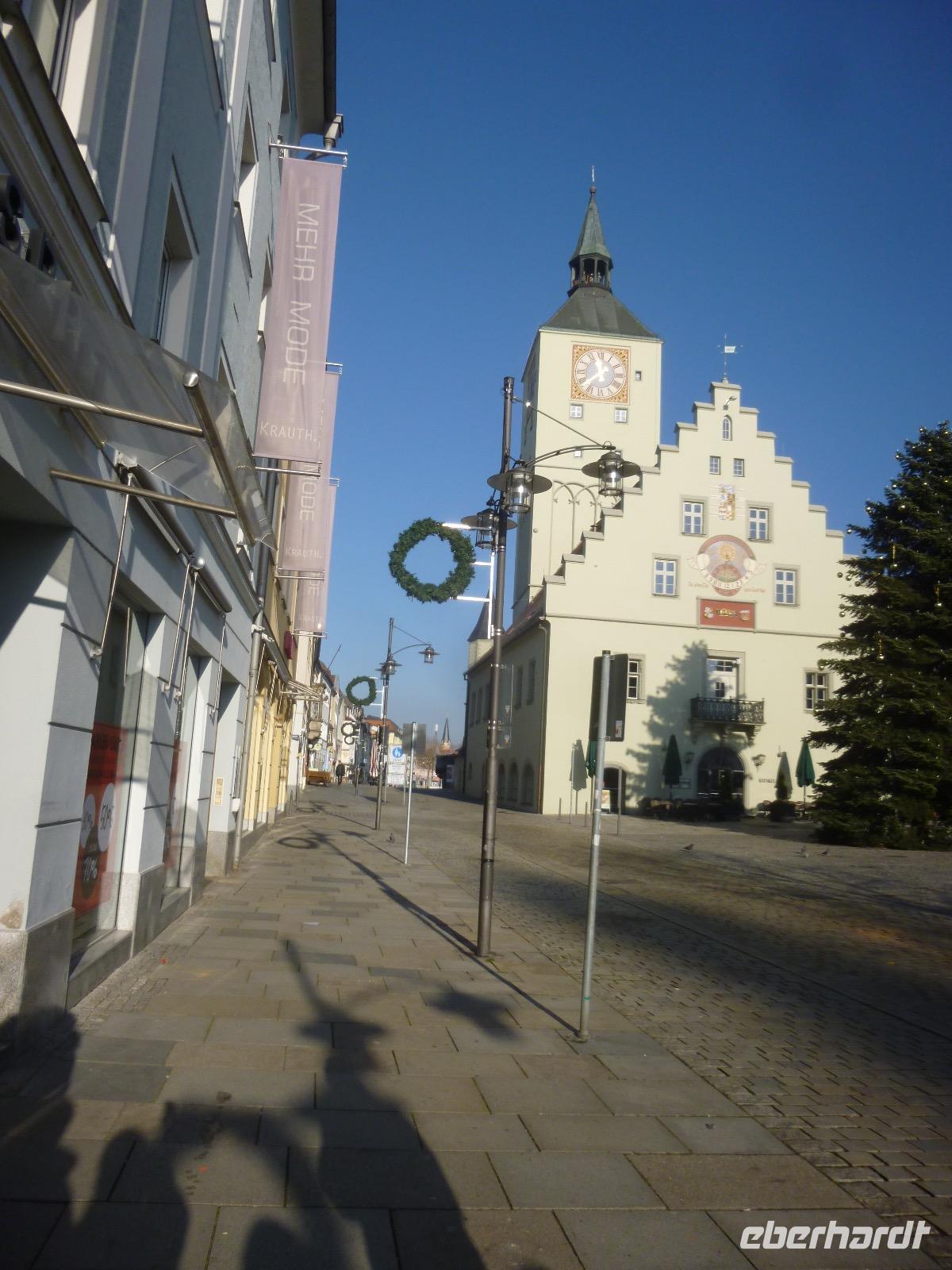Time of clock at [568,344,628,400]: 11:37
